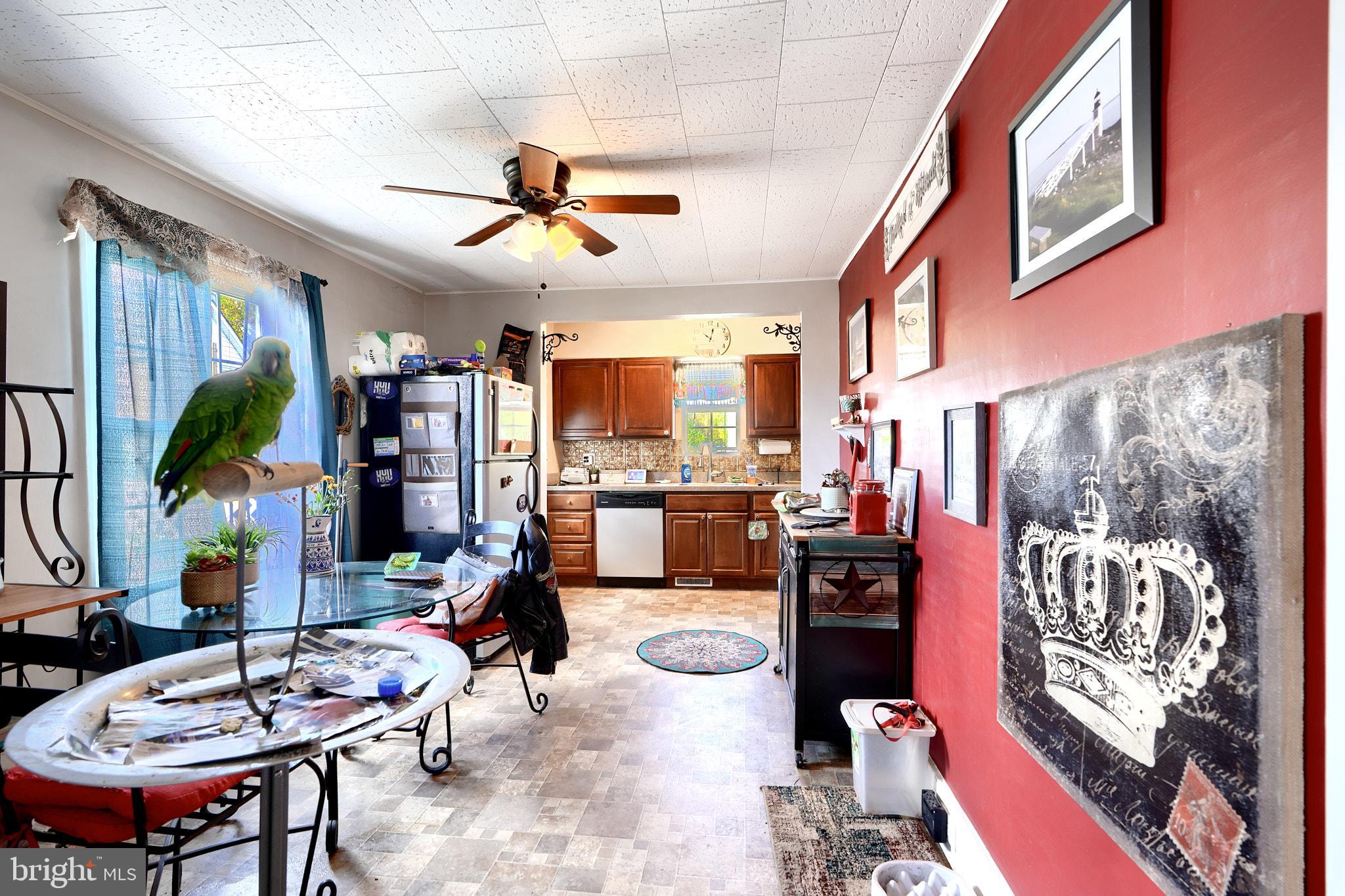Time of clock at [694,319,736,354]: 10:02
